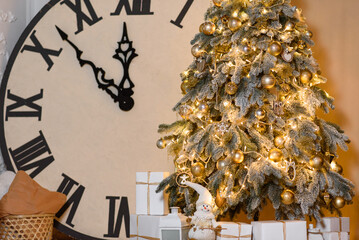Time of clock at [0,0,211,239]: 11:52
